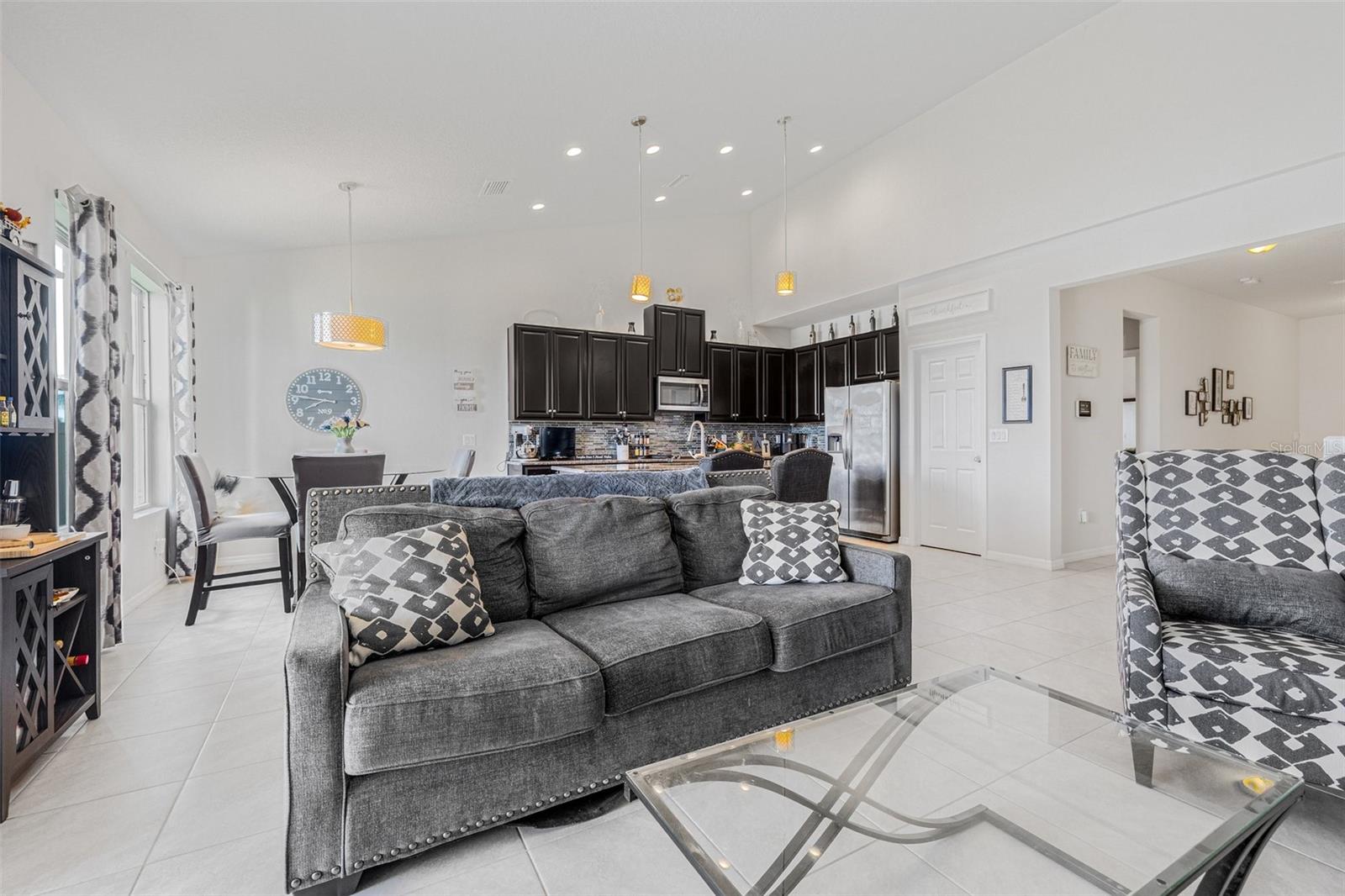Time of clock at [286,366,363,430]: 7:46
